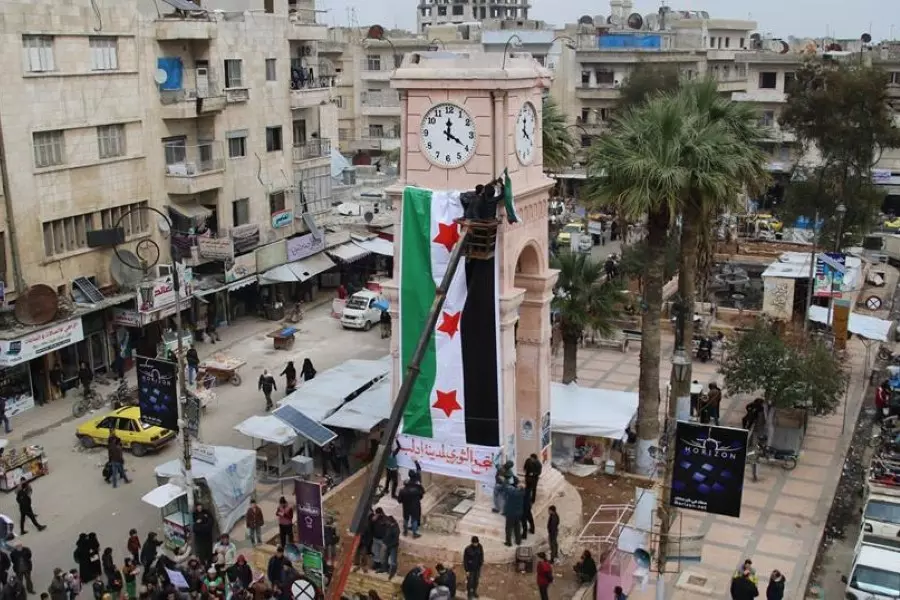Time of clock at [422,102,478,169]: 12:19
